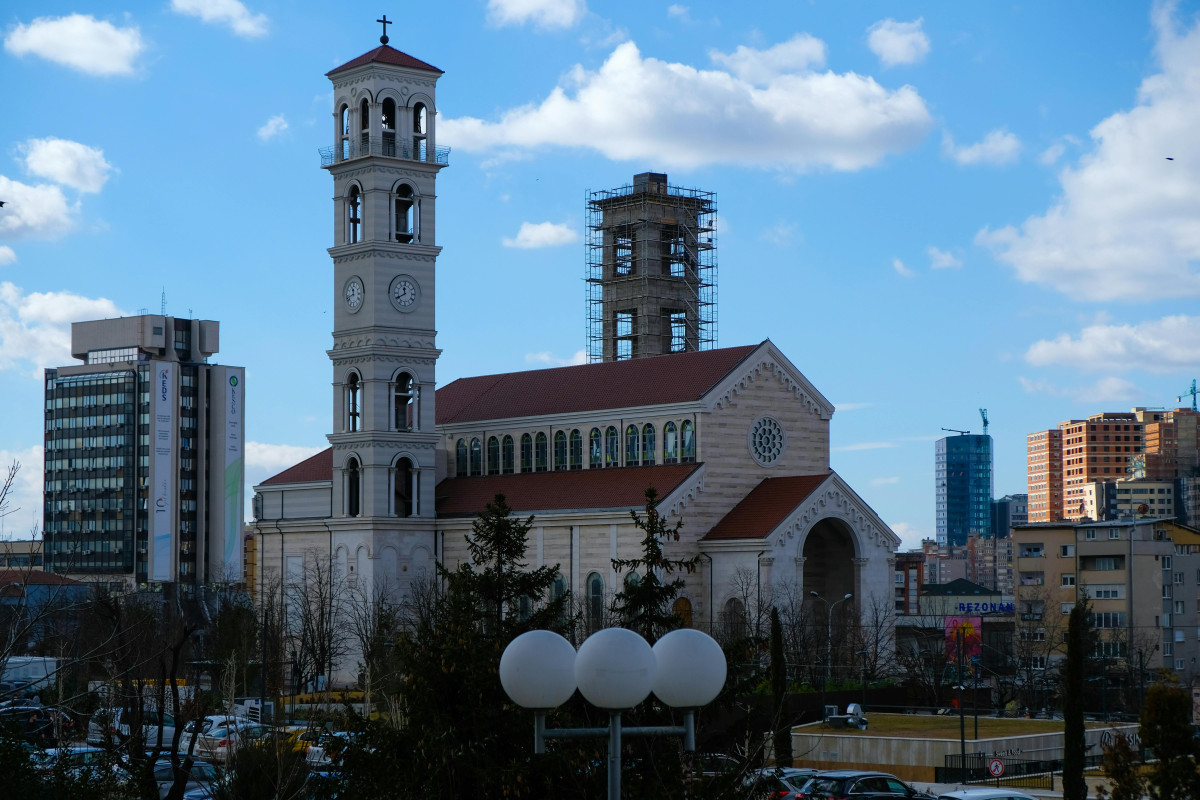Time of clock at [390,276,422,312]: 11:40
